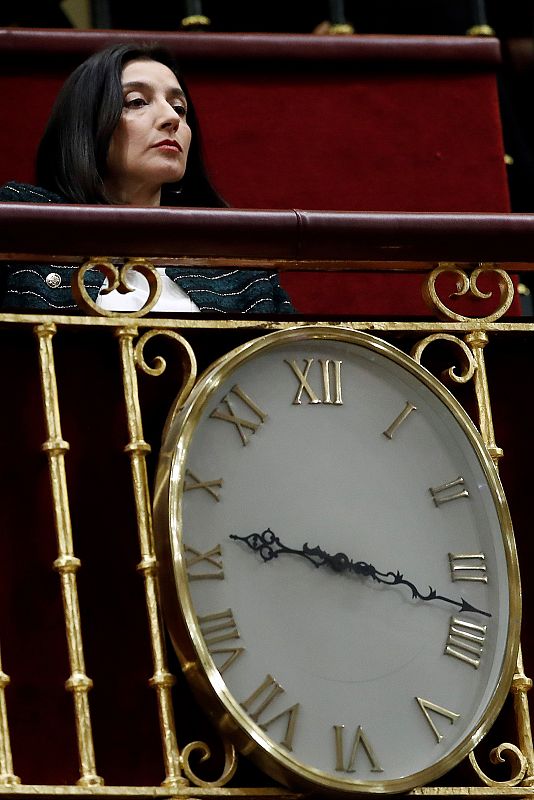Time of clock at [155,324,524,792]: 9:17
